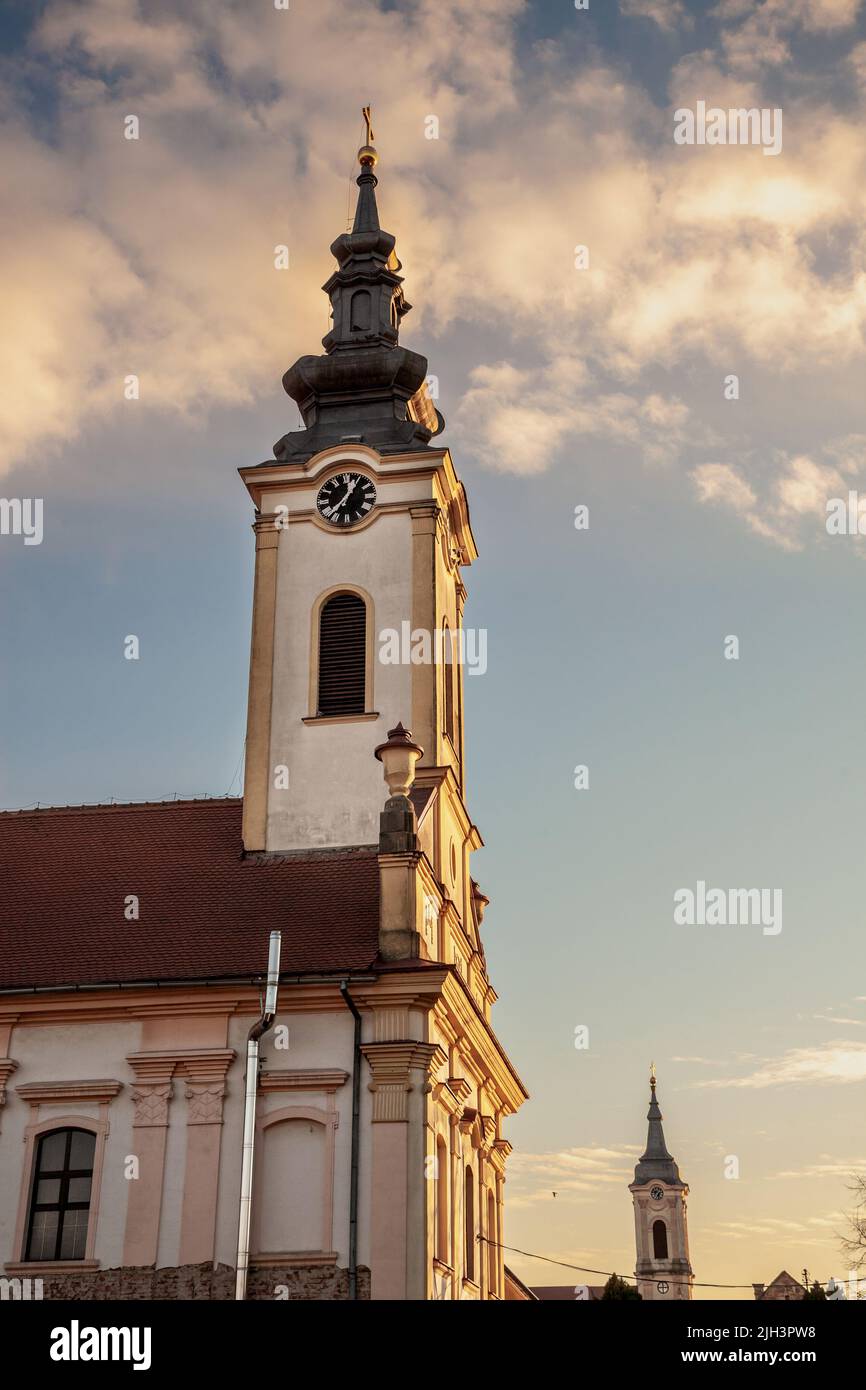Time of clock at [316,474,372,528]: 12:37
